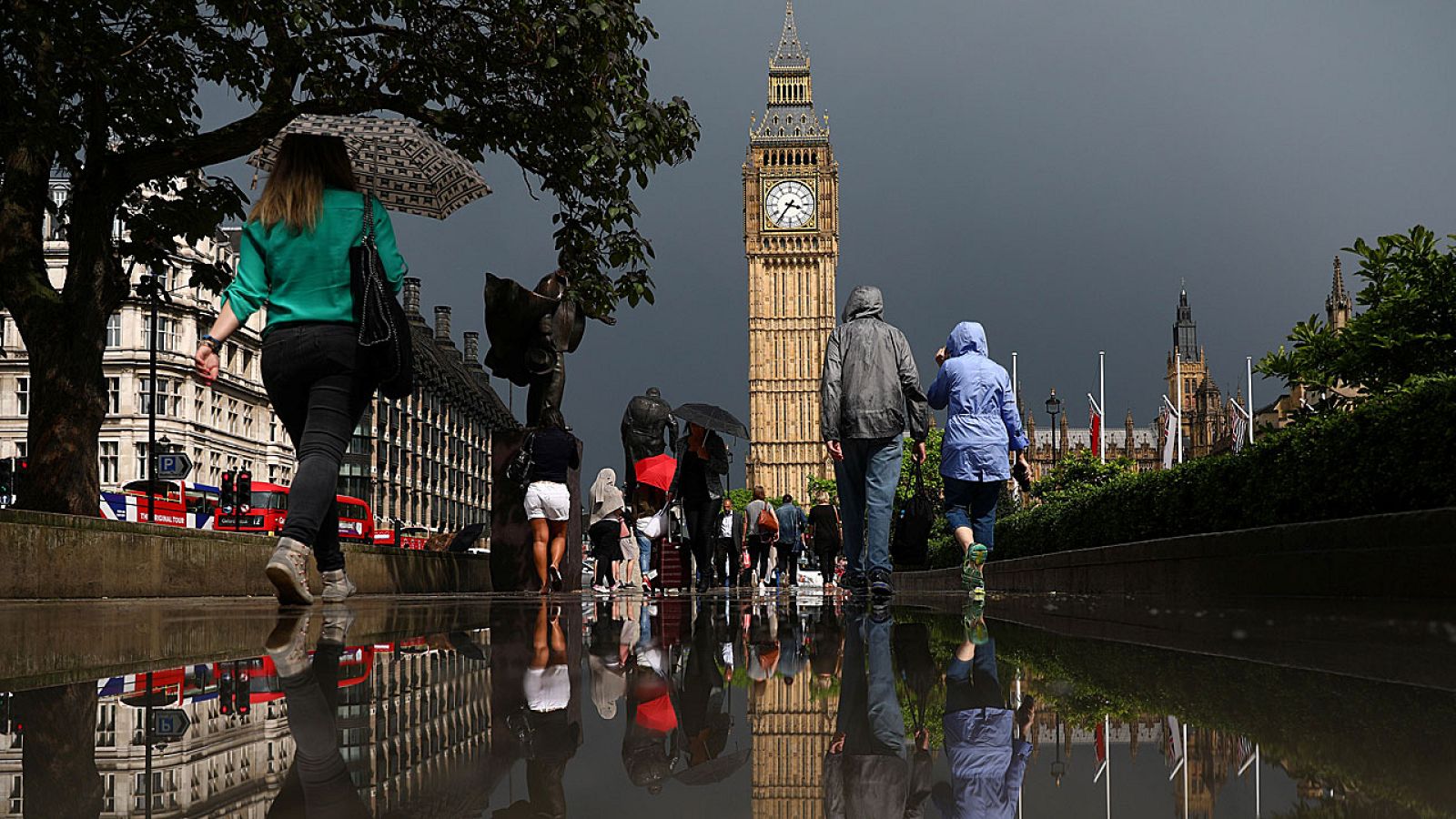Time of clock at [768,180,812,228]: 3:36
